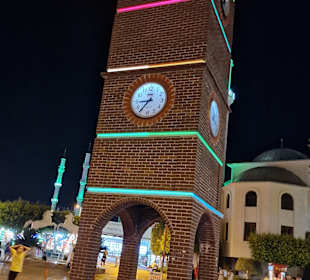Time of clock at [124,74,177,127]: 8:36
